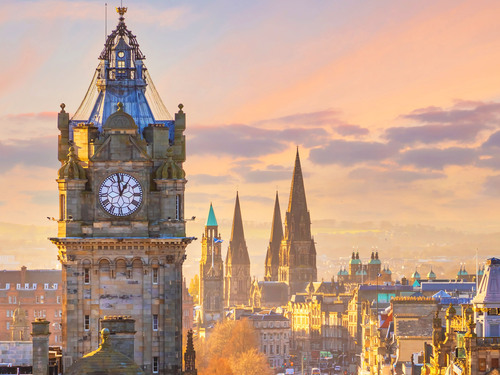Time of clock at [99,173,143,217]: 12:58
